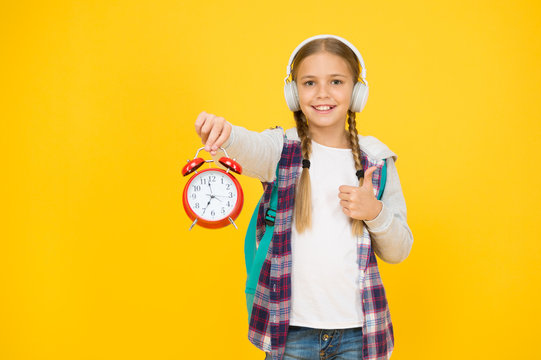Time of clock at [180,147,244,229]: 6:58
